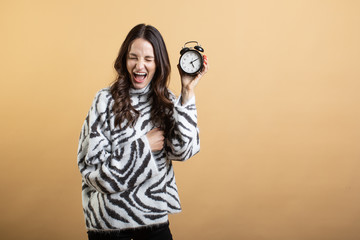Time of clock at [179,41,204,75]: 5:11
